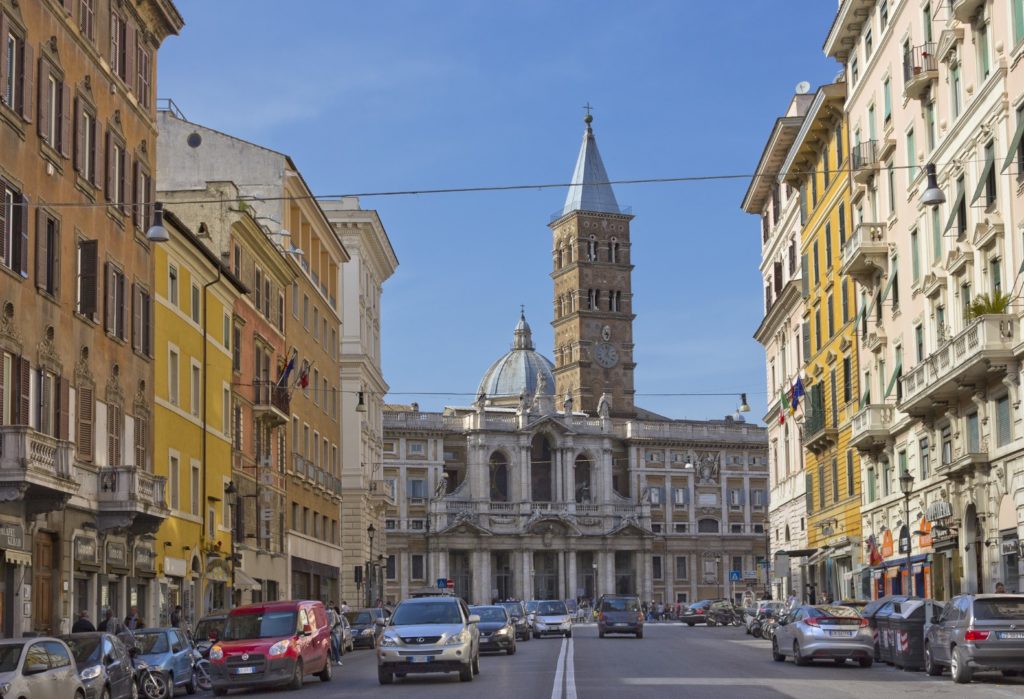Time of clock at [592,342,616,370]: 4:02
